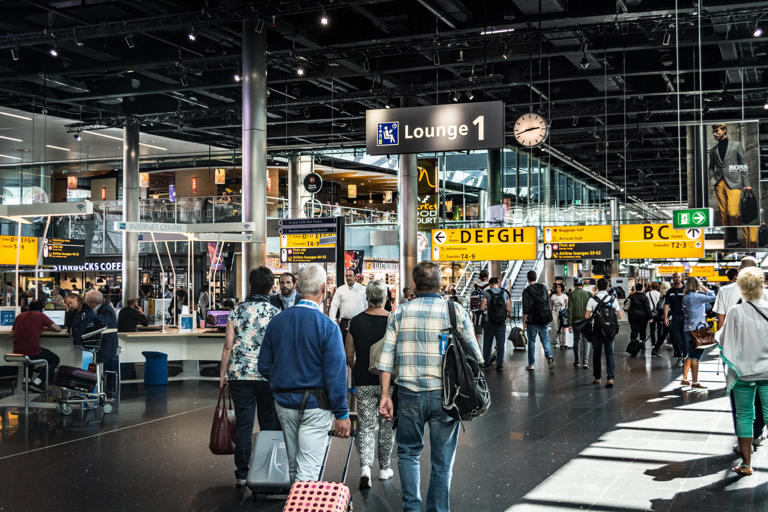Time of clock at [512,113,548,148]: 2:42
